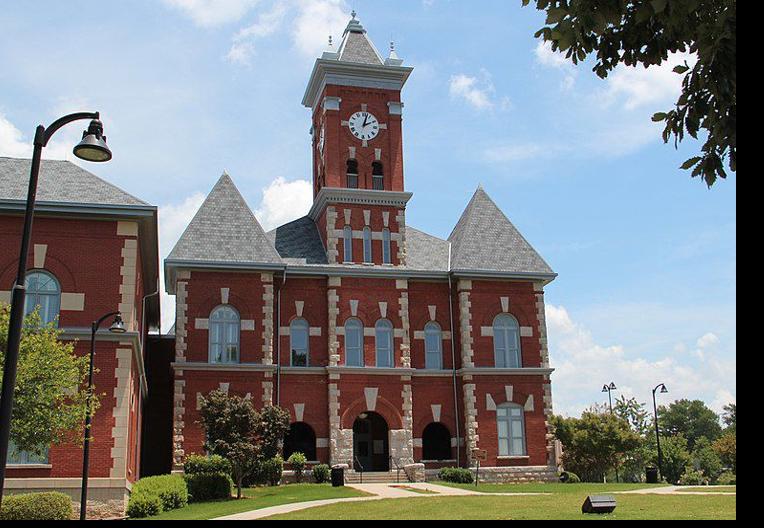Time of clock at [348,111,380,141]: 2:02
